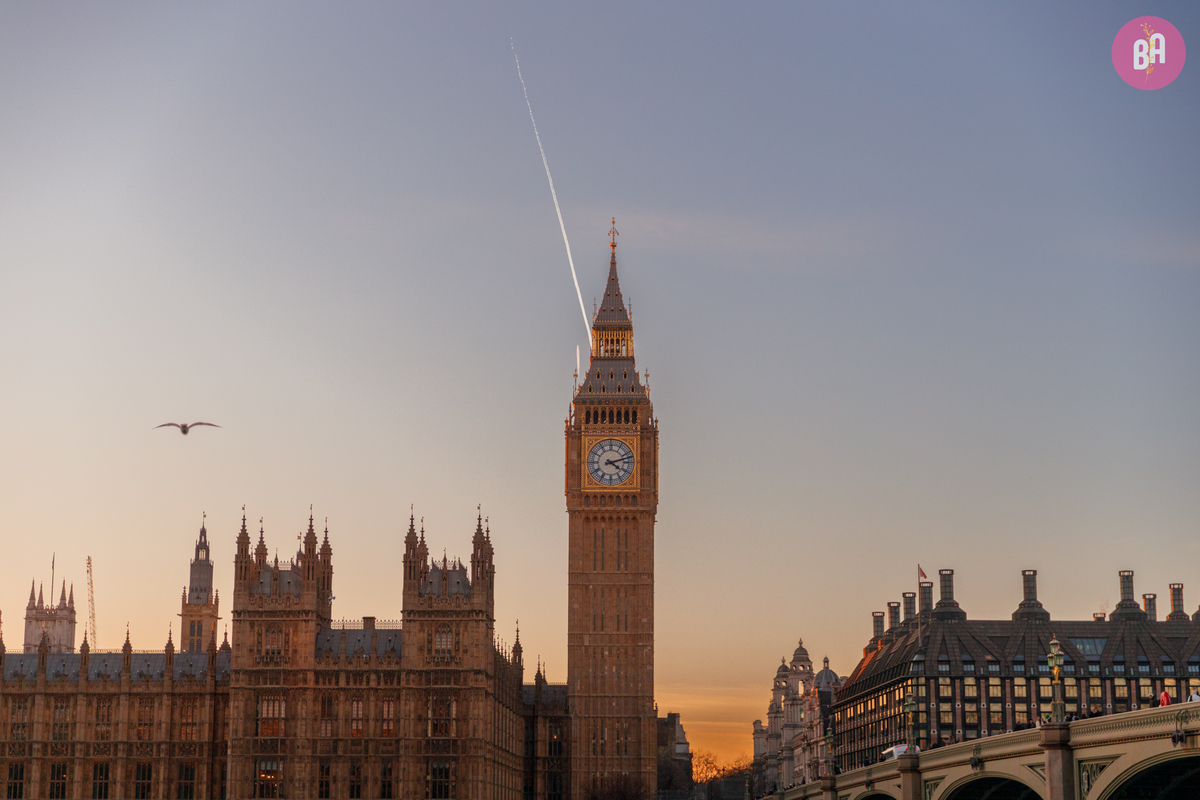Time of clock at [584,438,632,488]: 4:12
